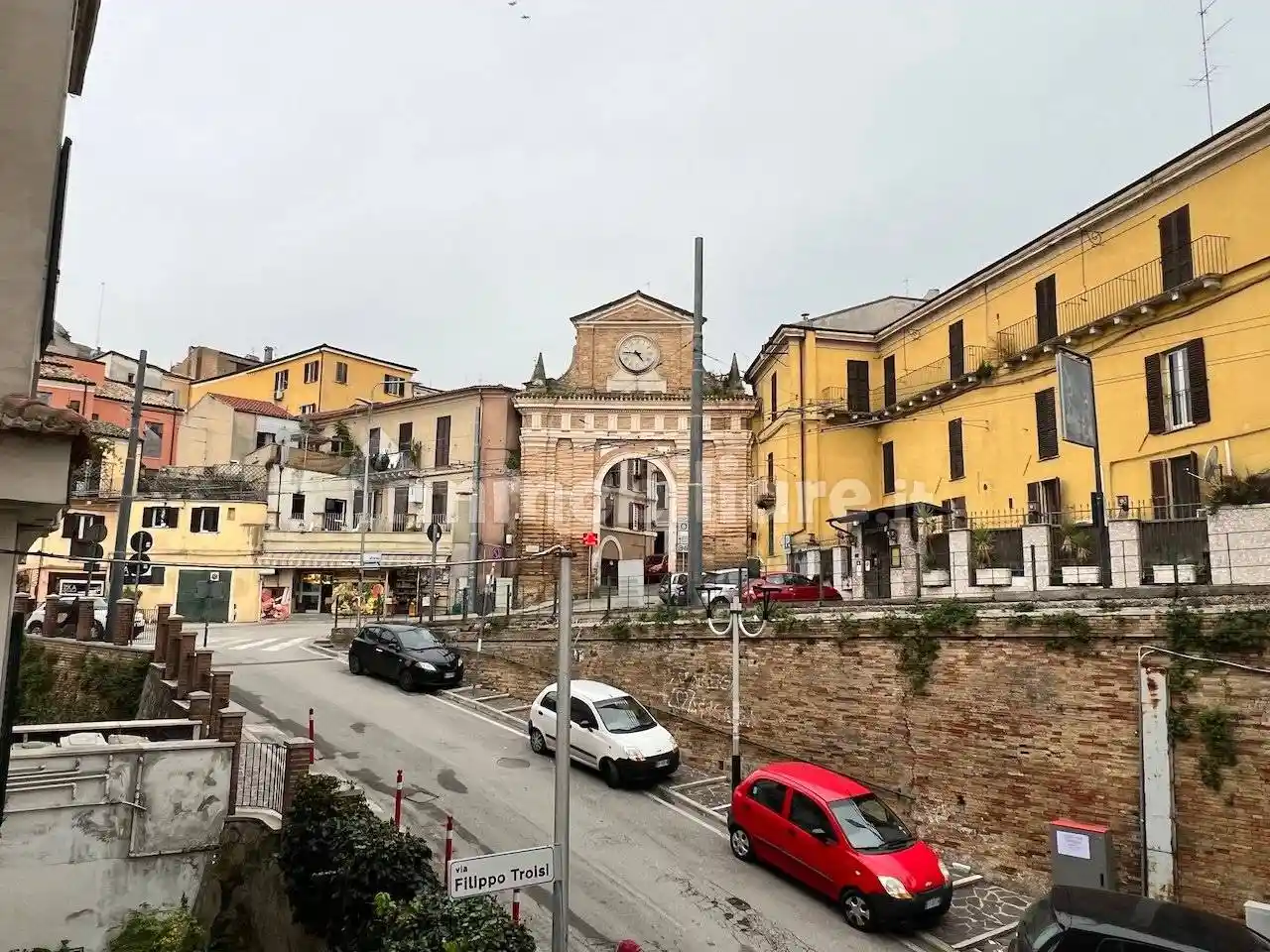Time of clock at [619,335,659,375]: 4:45
